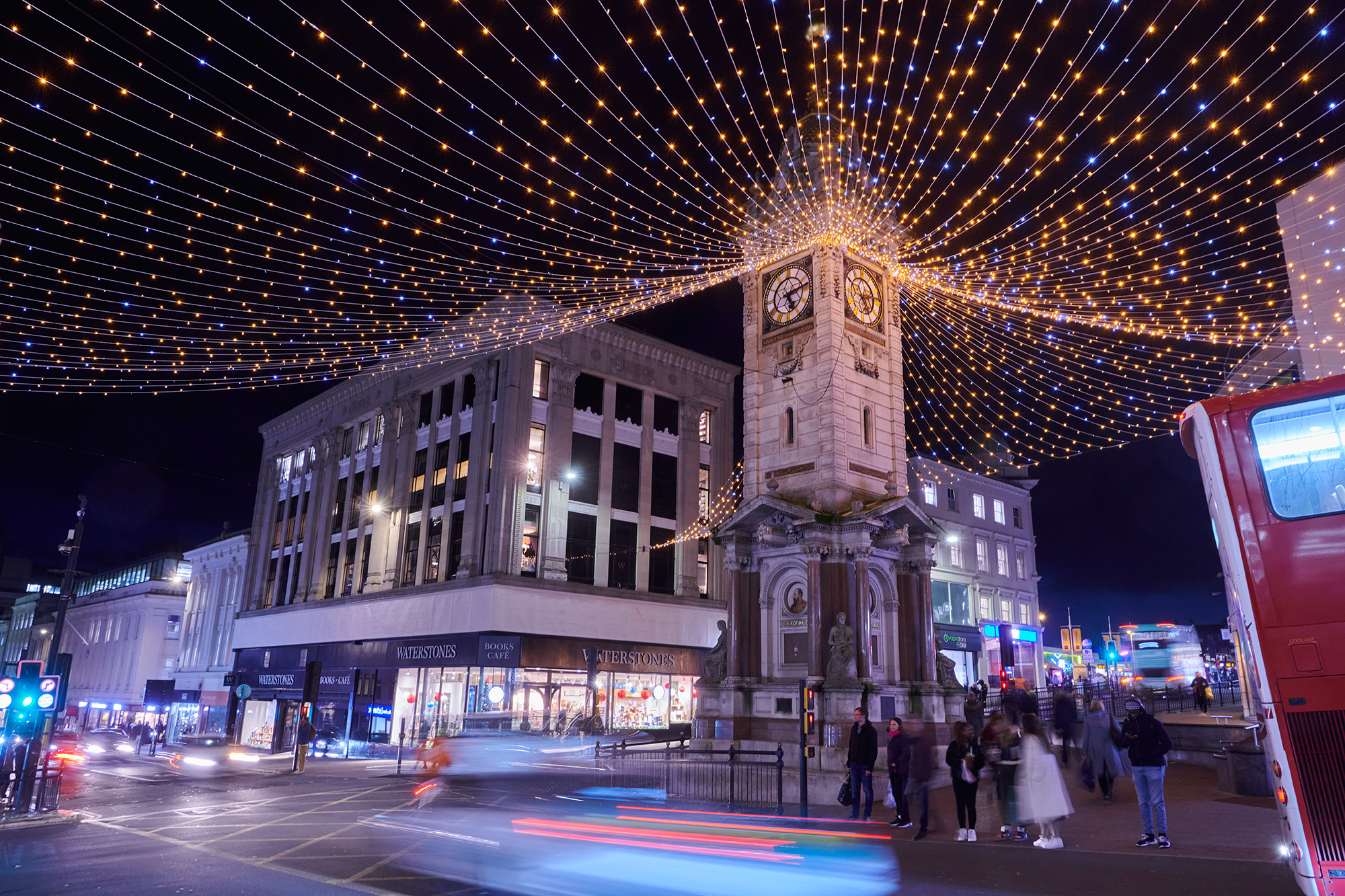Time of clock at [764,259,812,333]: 5:13
